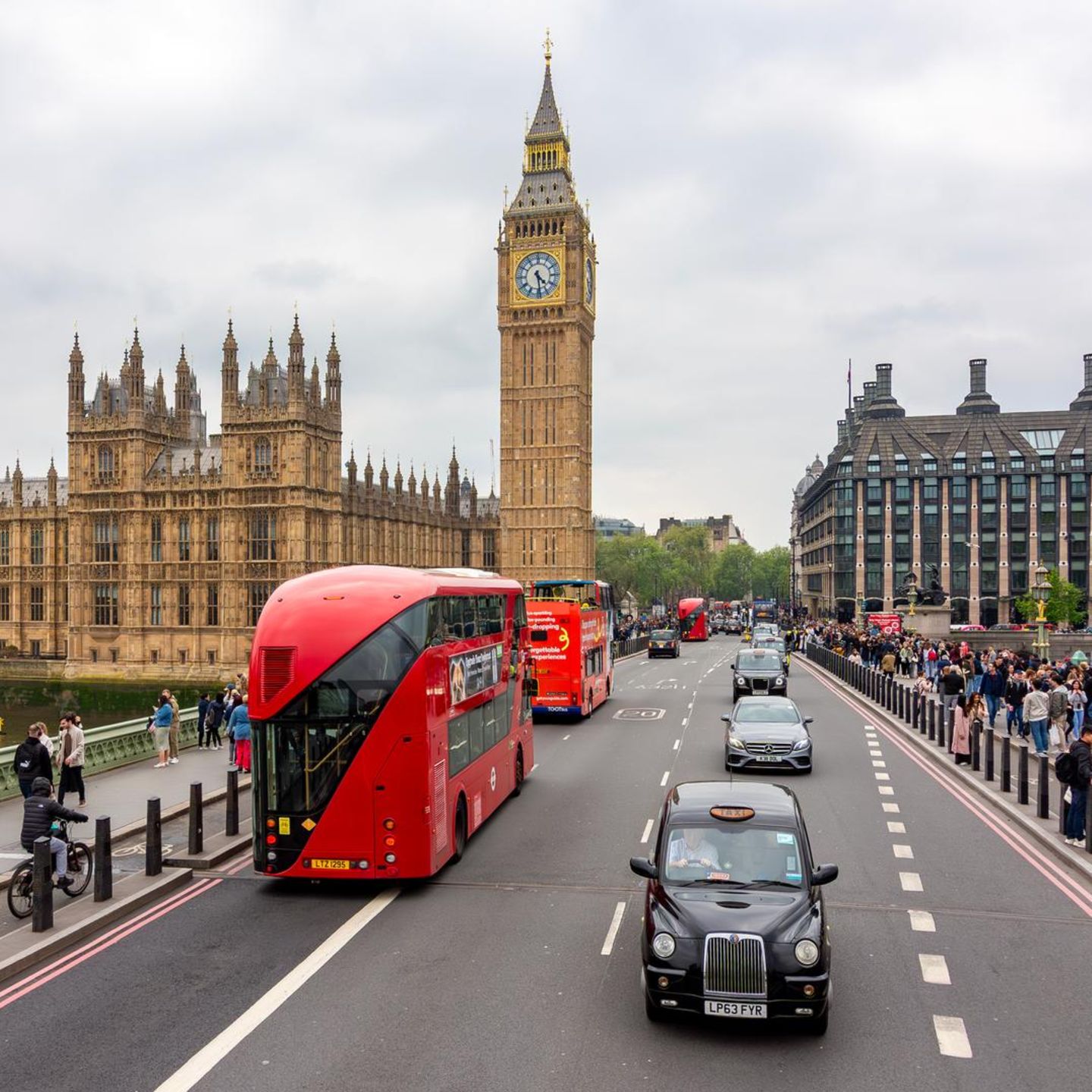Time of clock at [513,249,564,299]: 4:28
